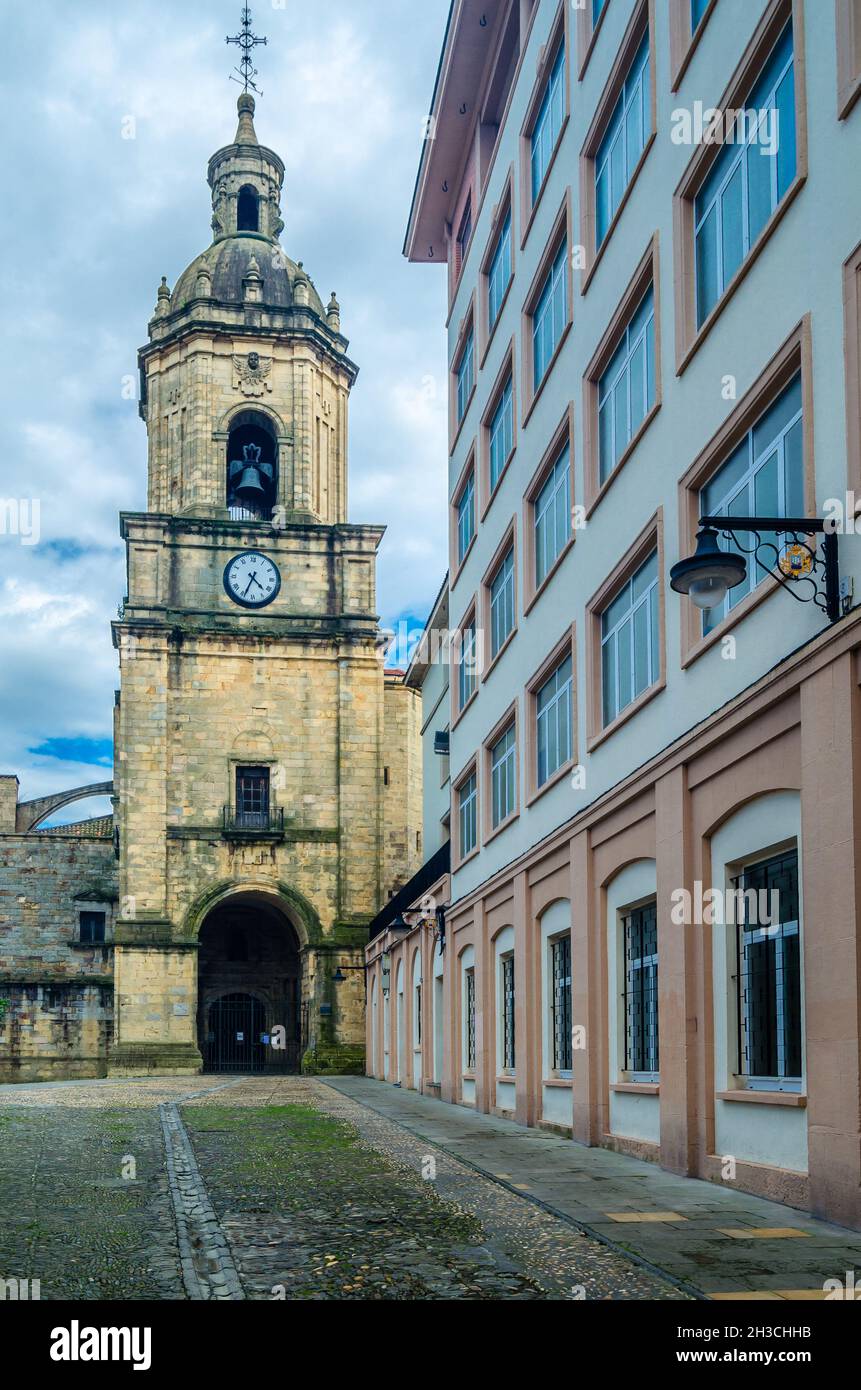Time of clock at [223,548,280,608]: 4:34
